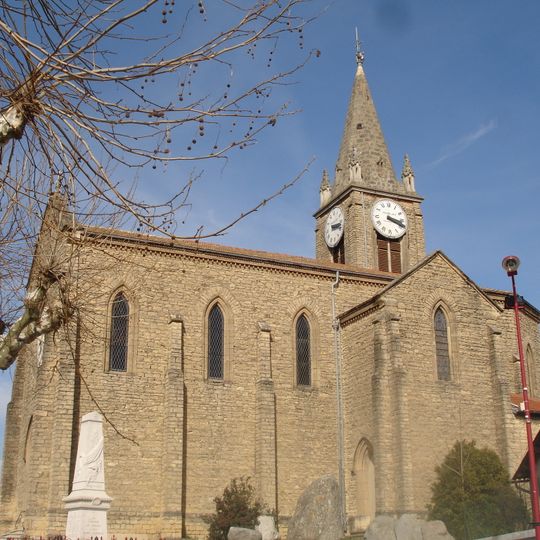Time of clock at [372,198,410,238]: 3:18
